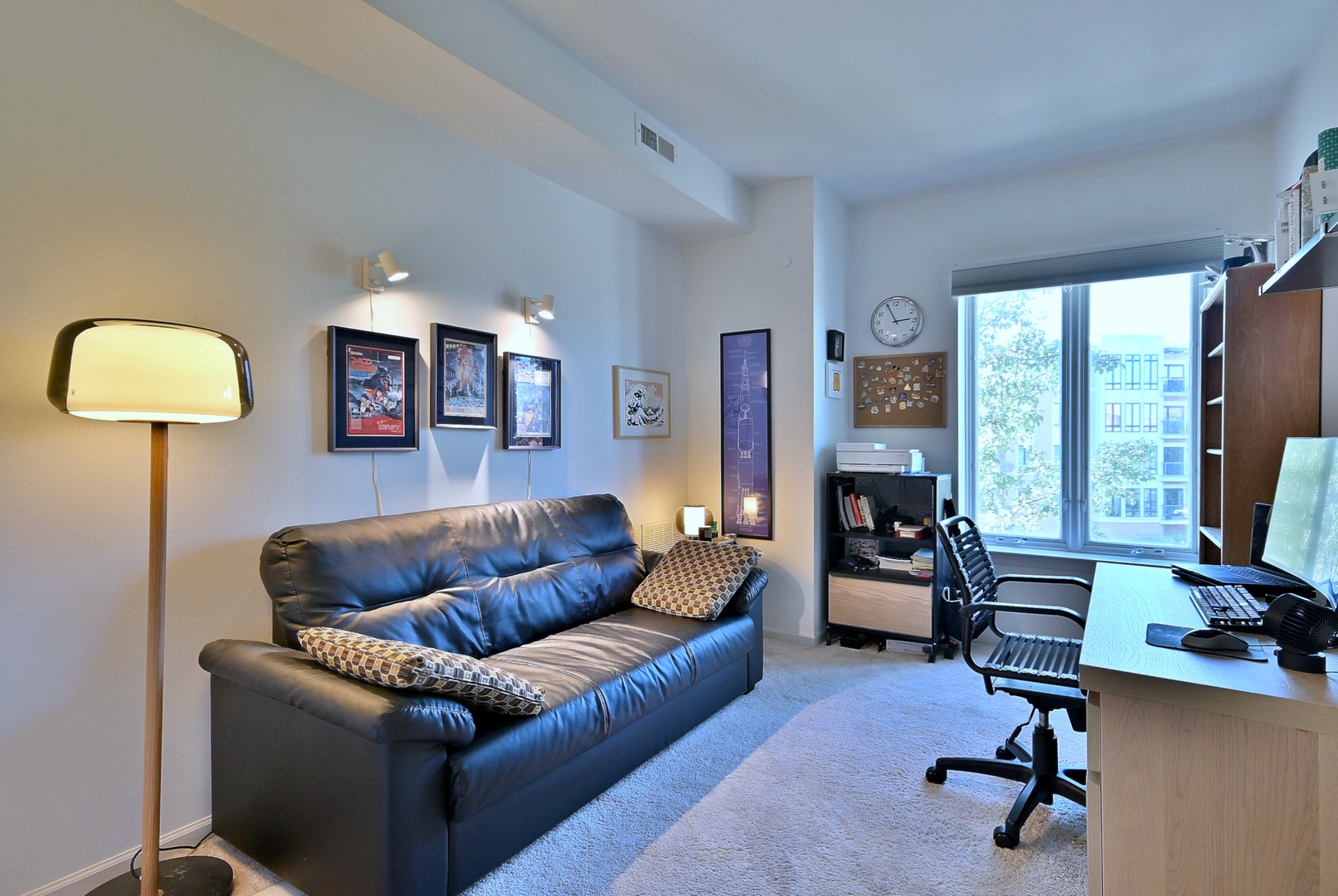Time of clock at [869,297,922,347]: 2:55
